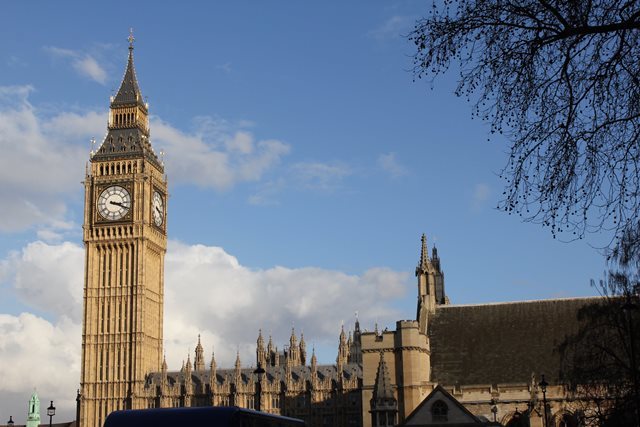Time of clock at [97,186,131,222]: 3:18
